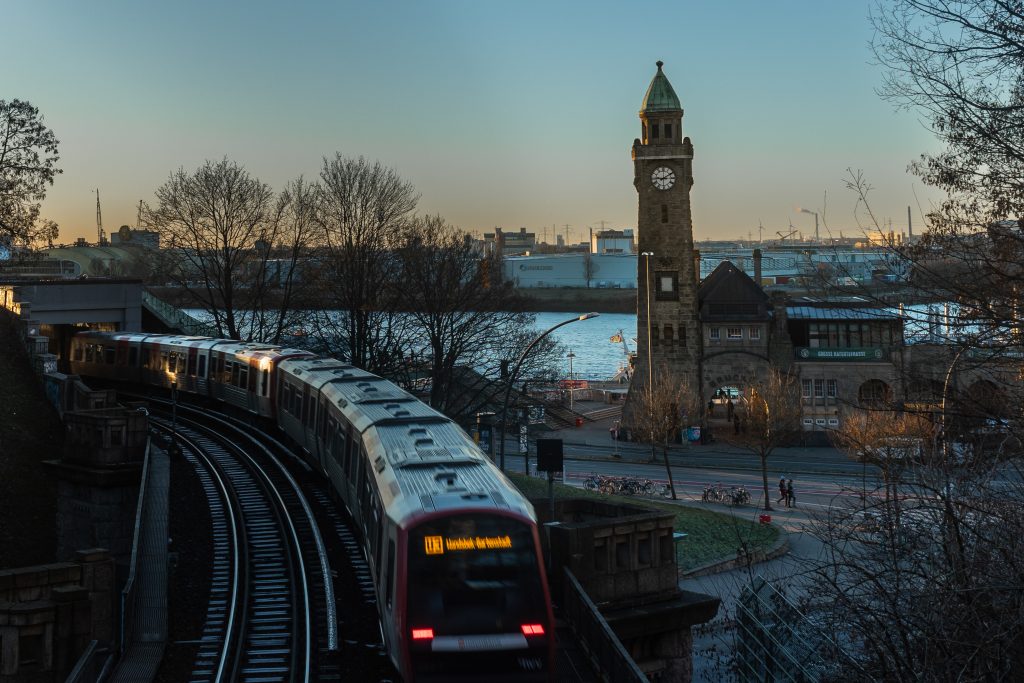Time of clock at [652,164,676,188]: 9:10
